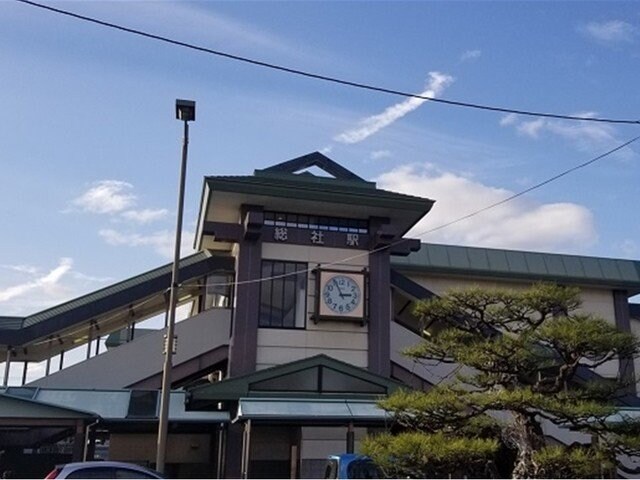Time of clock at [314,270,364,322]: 2:55
